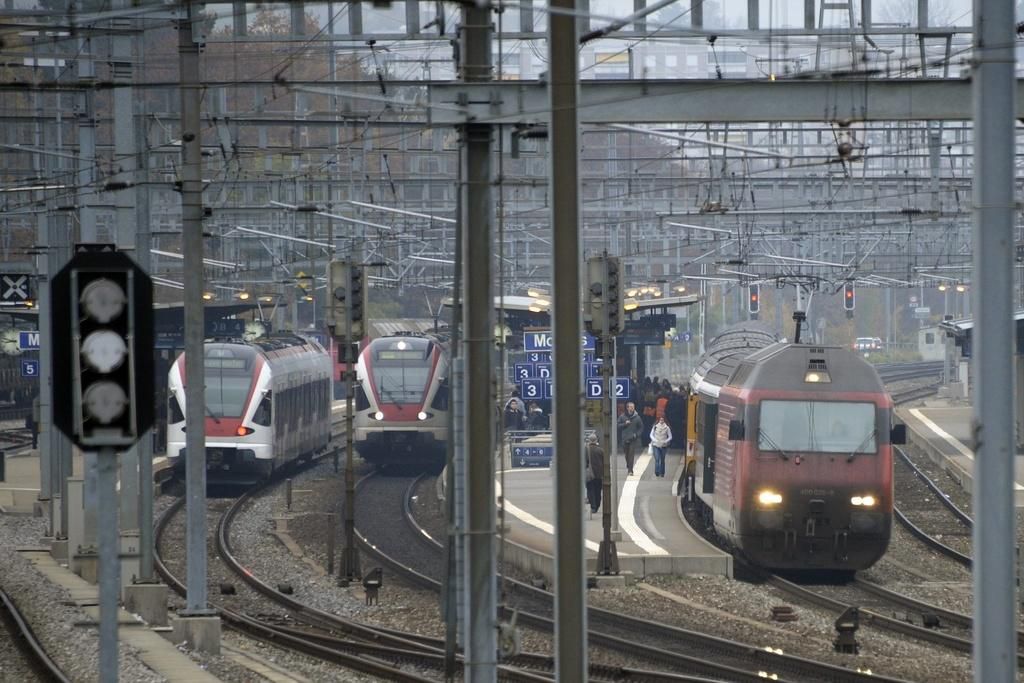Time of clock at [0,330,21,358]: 8:47
